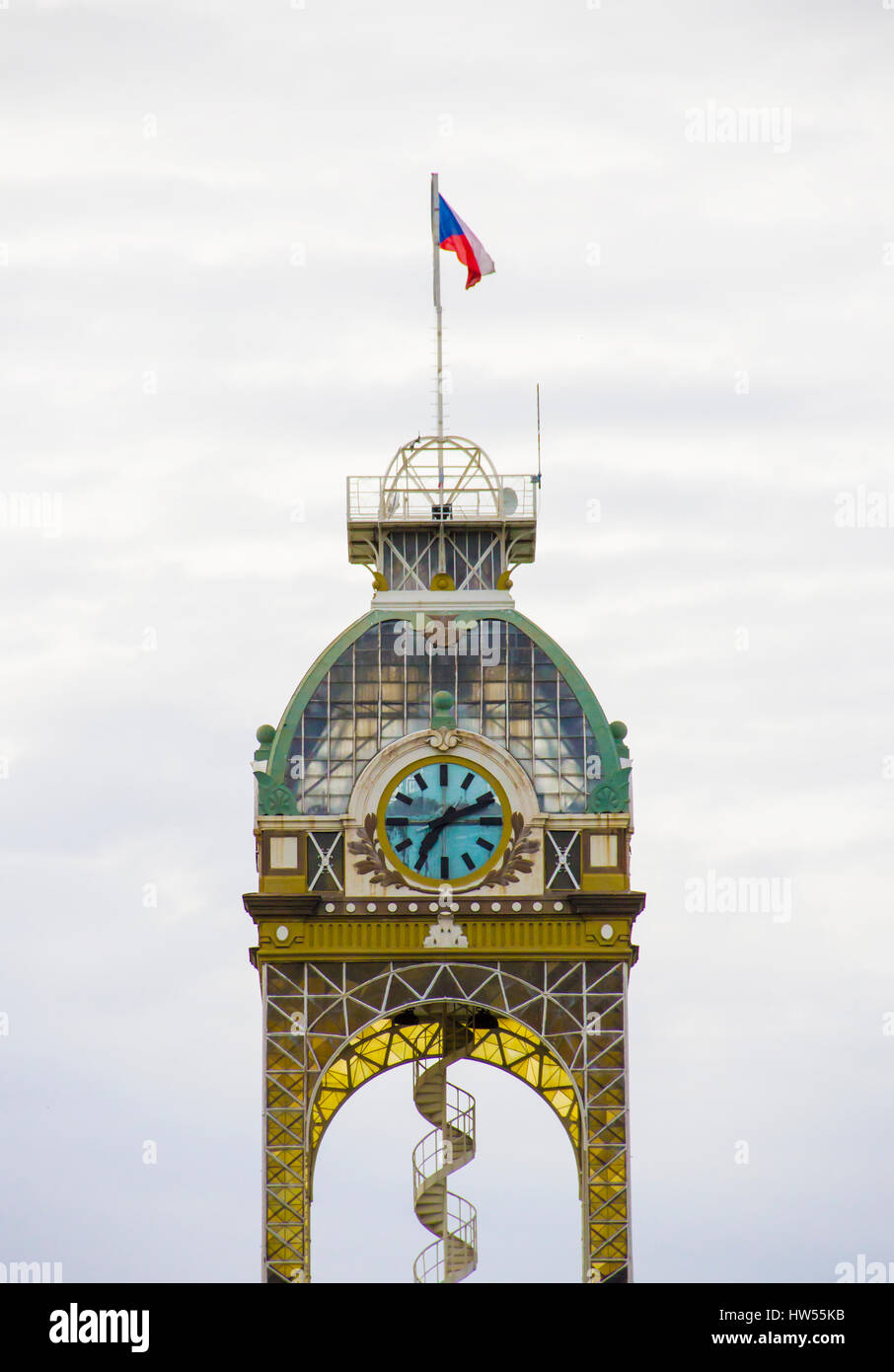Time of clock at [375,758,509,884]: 7:11
